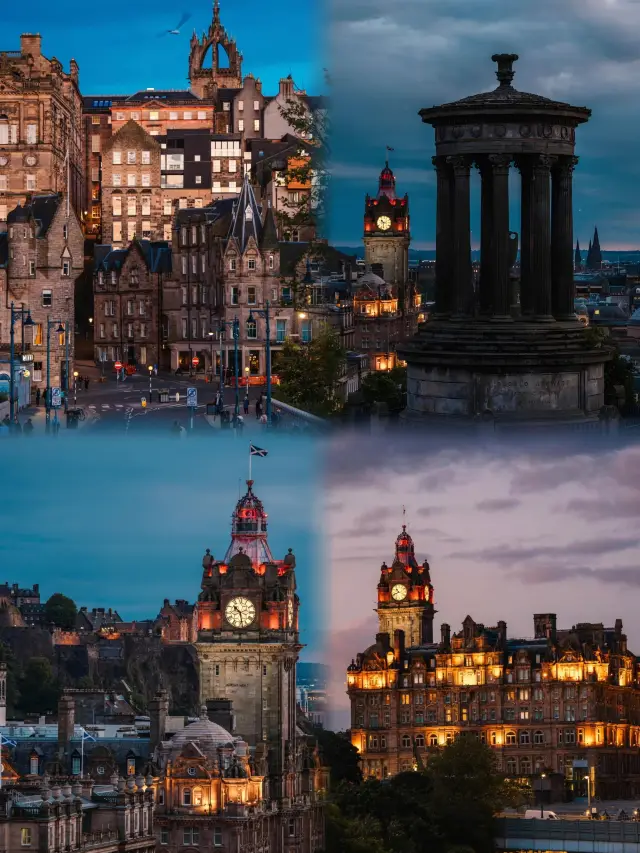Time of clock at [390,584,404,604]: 10:41
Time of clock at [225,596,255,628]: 10:28
